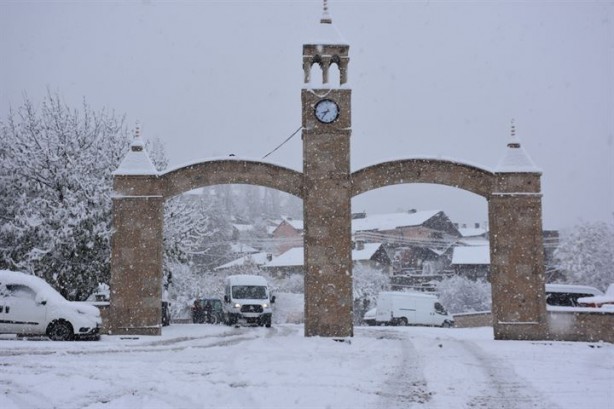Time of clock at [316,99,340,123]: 8:36
